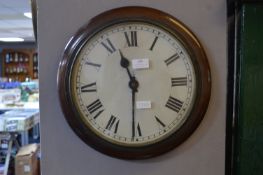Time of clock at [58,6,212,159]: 11:30
